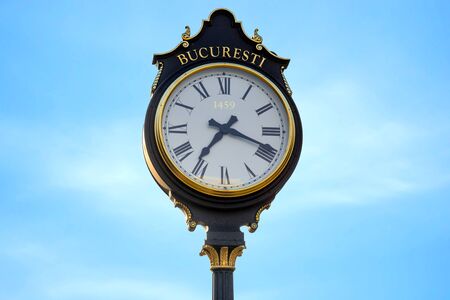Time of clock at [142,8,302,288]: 7:18
